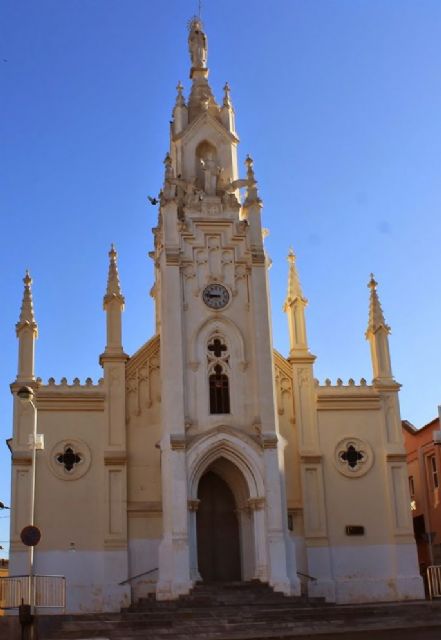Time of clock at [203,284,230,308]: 8:46
